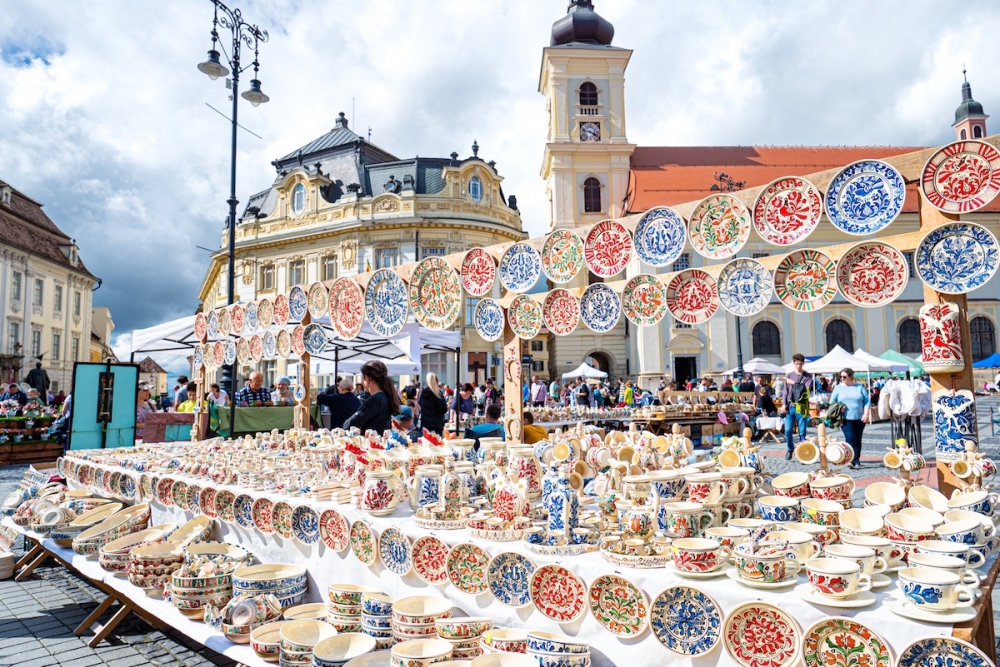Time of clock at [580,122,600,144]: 3:47
